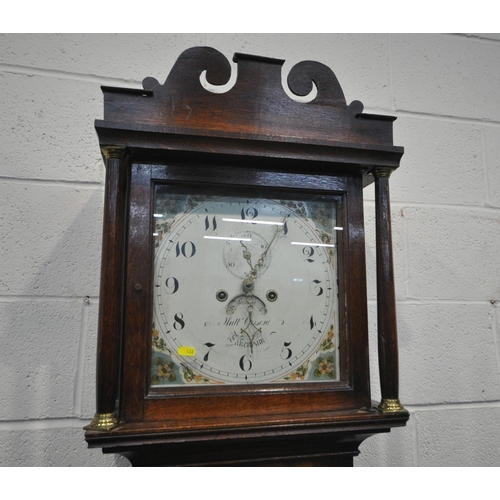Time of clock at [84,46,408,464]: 9:04
